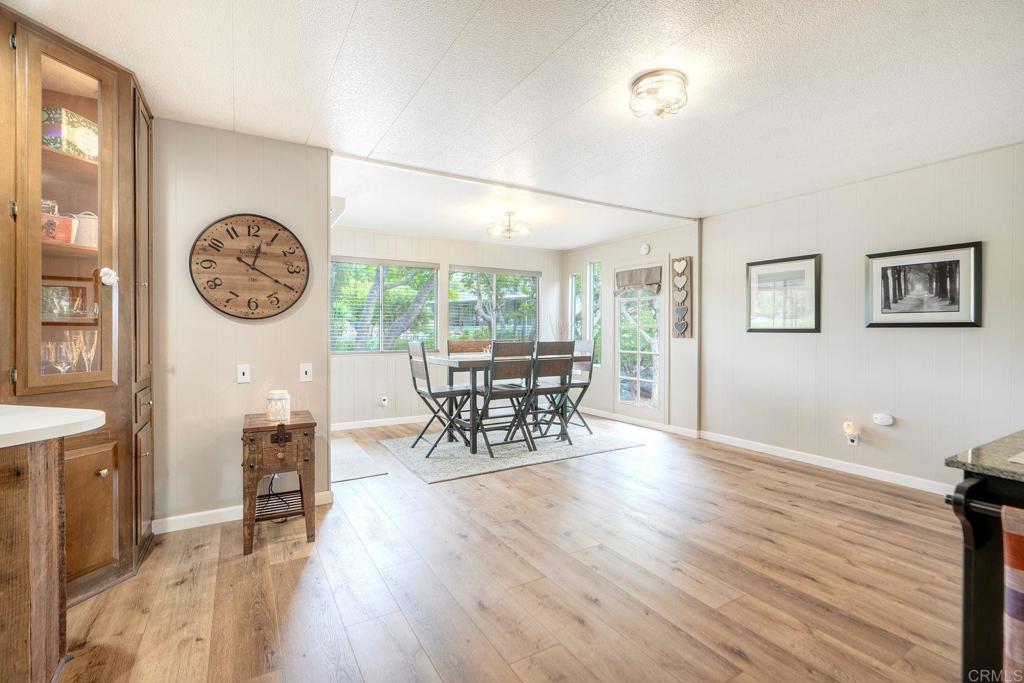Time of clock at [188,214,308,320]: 12:20
